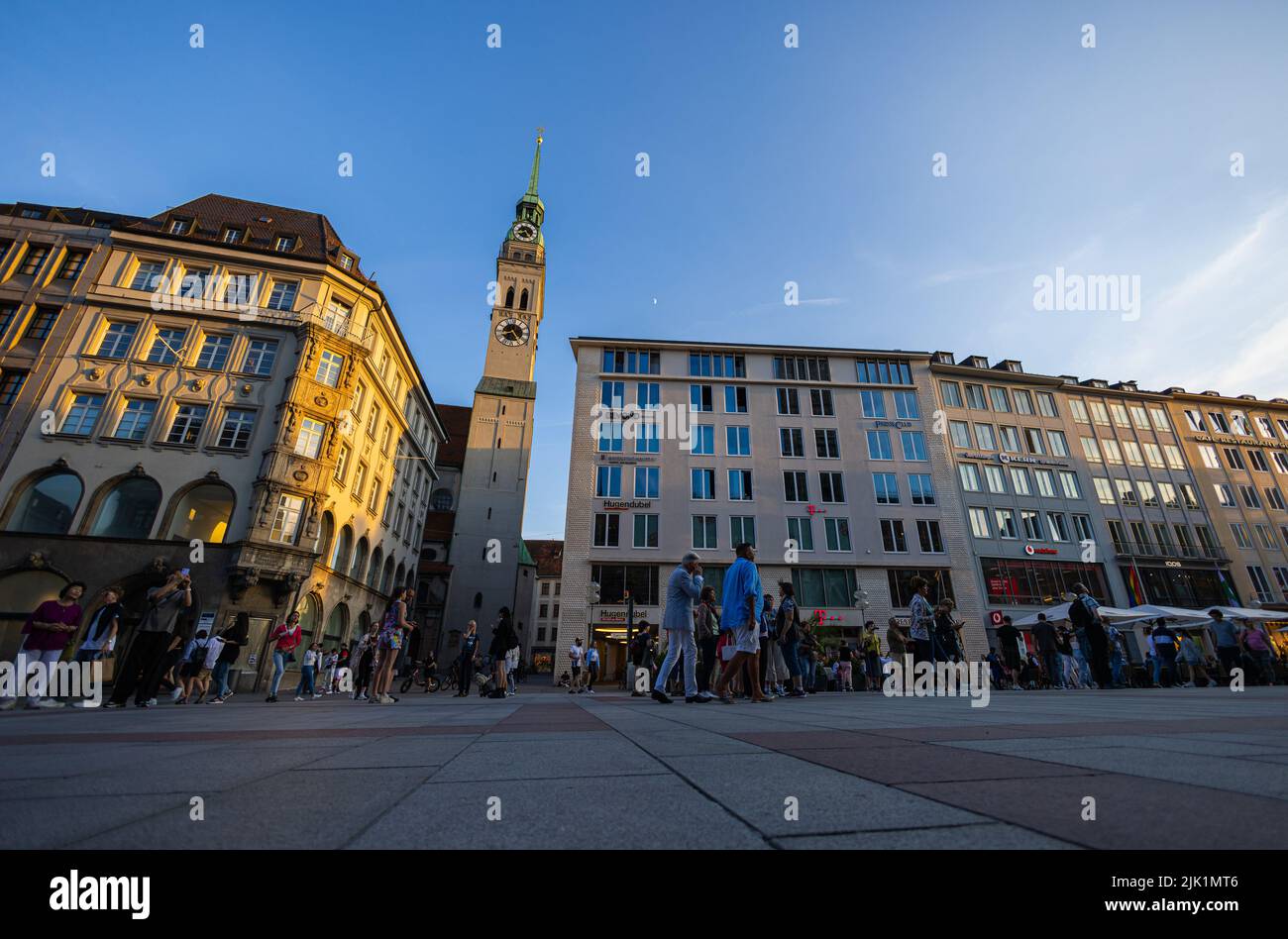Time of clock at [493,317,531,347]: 8:24
